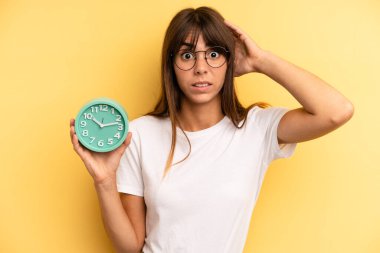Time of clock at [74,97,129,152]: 10:12
